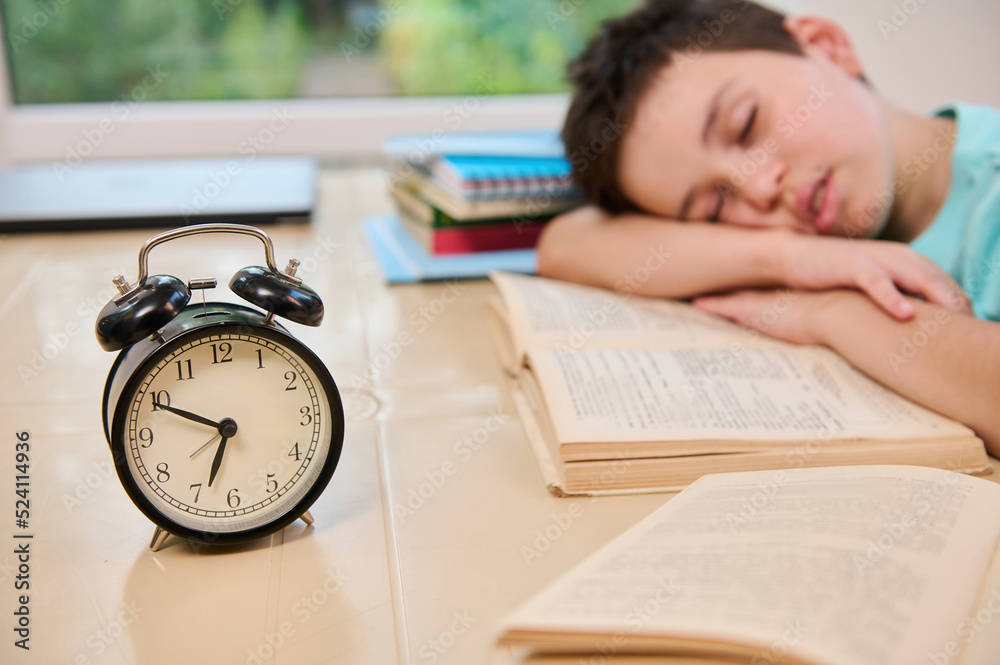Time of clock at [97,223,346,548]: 6:49
